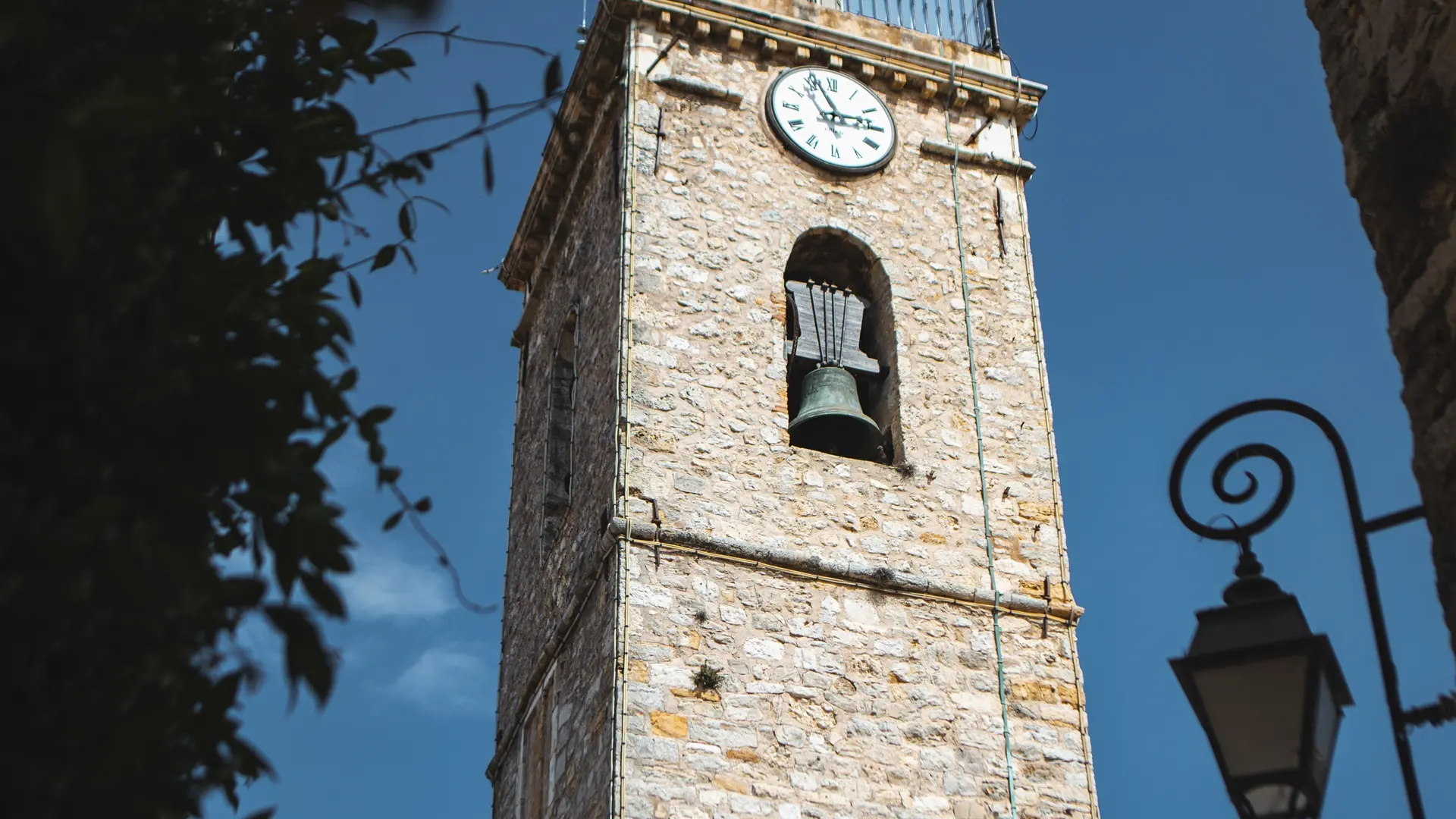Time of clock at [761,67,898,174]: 2:56
